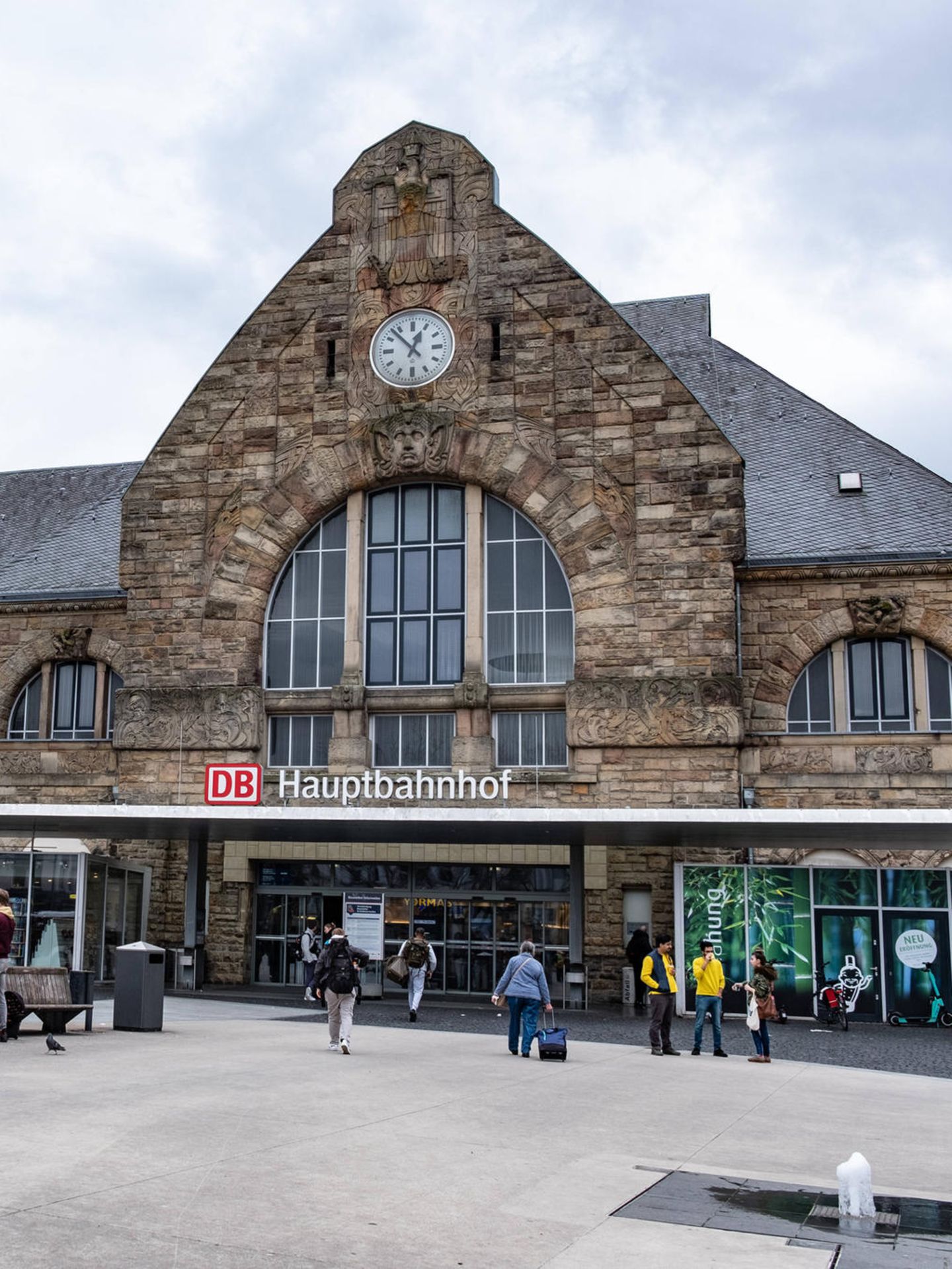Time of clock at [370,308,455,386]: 12:52
